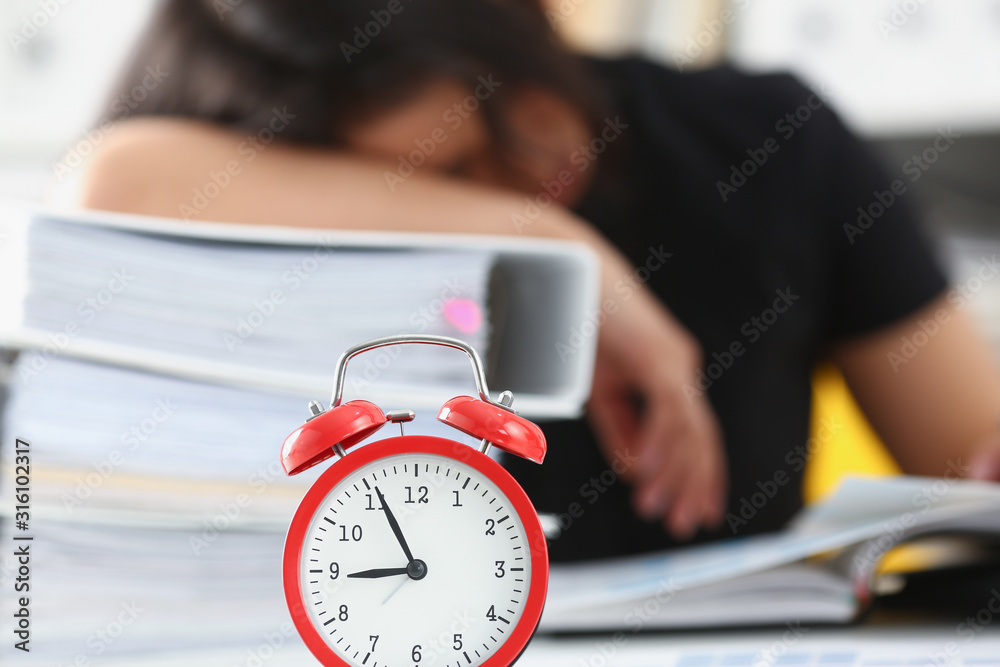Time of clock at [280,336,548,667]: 8:55
